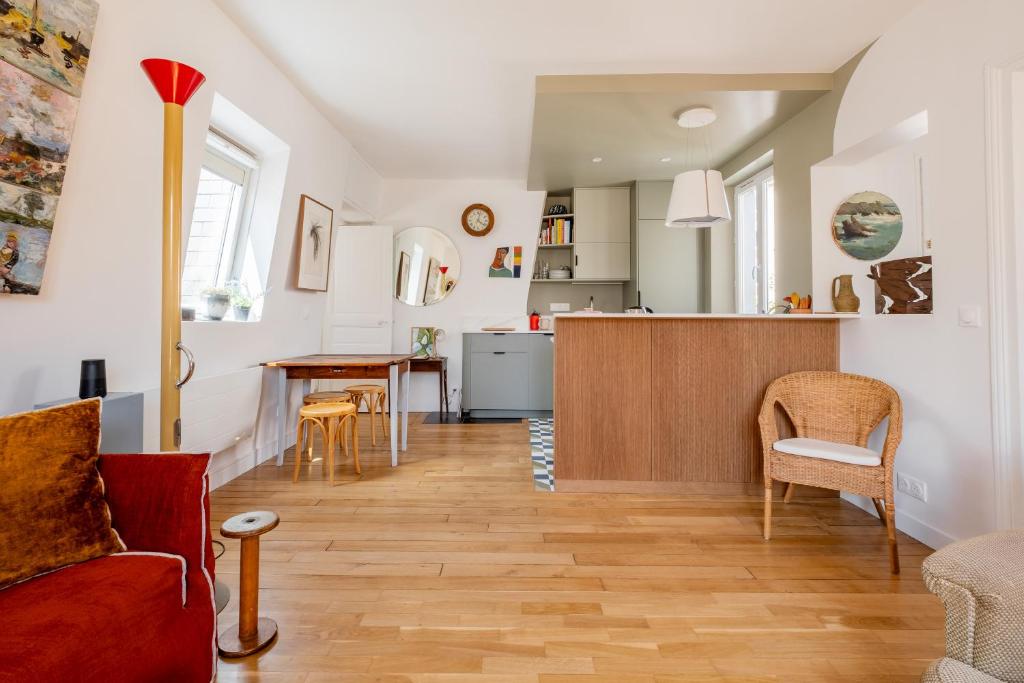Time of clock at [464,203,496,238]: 4:02
